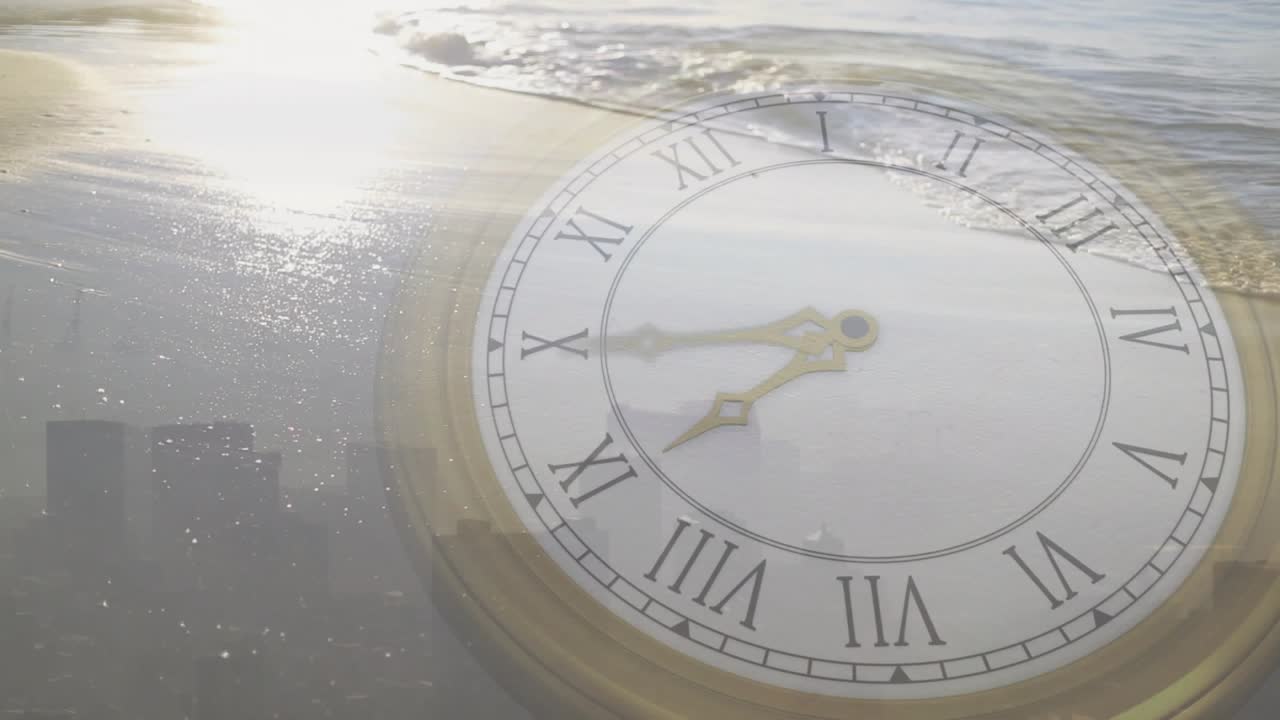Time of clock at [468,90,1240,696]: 7:44
